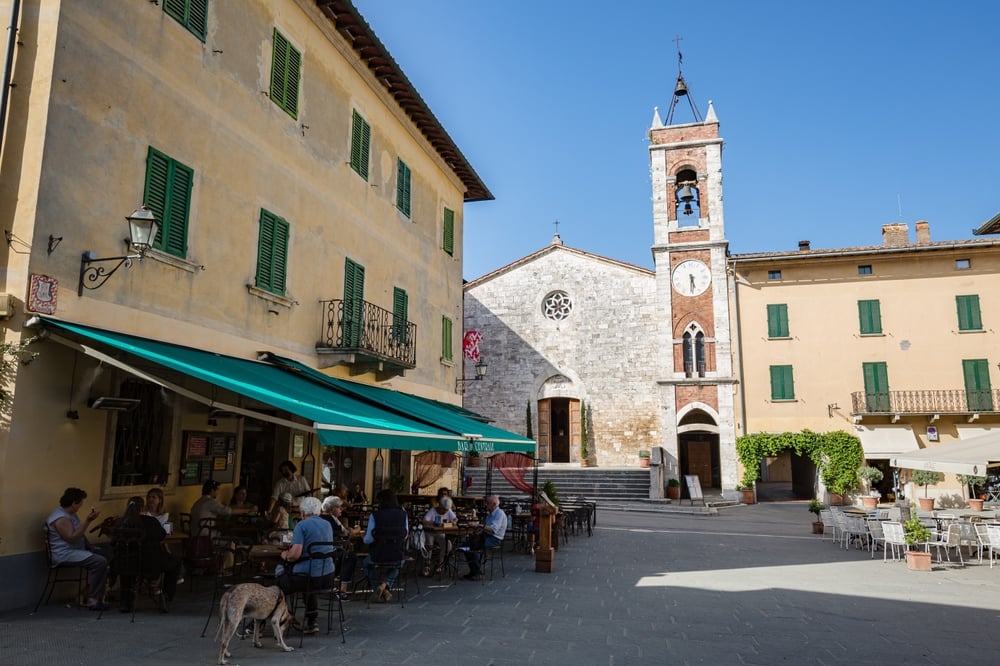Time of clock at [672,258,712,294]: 5:30
